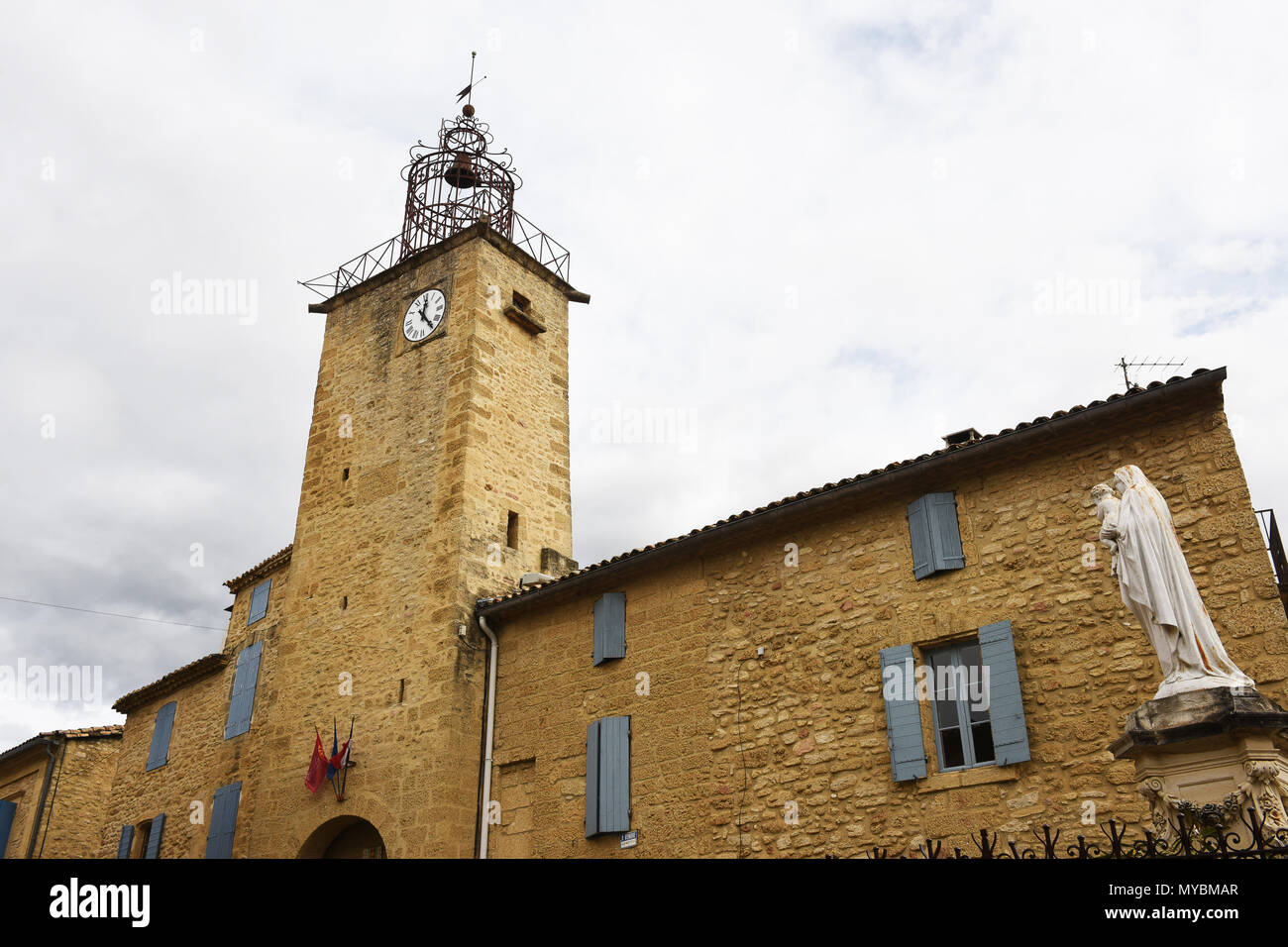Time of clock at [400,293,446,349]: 12:24
